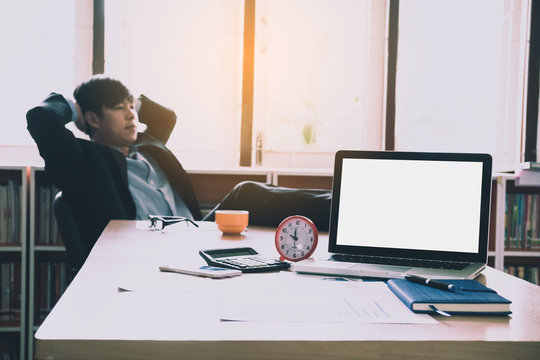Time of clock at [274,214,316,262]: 9:59
